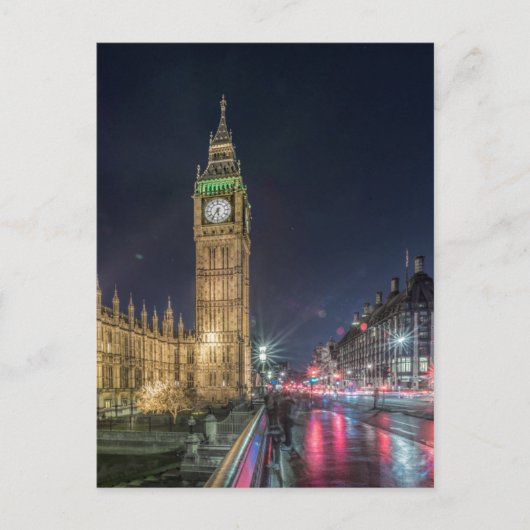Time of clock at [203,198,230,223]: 5:35
